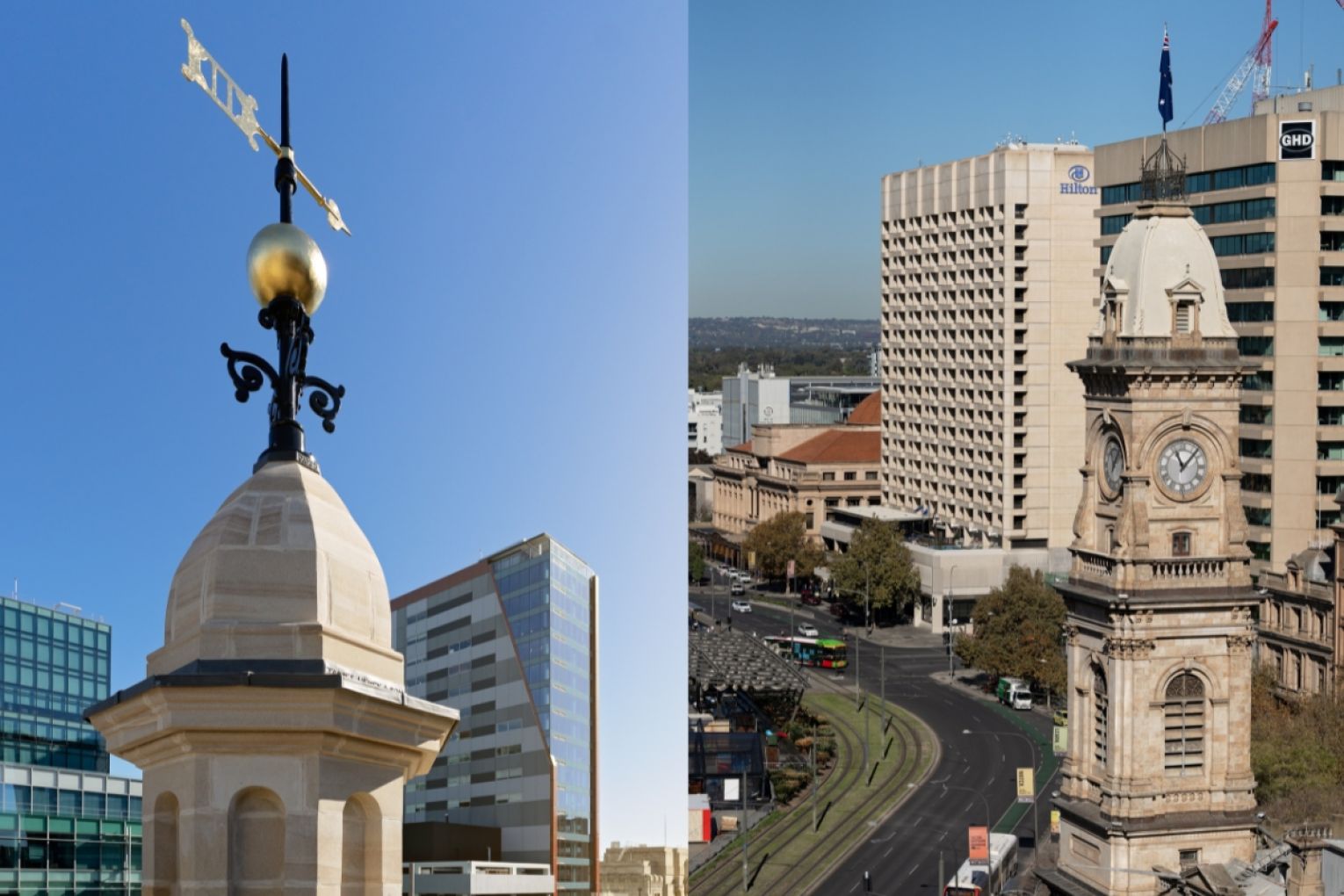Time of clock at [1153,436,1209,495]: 11:07
